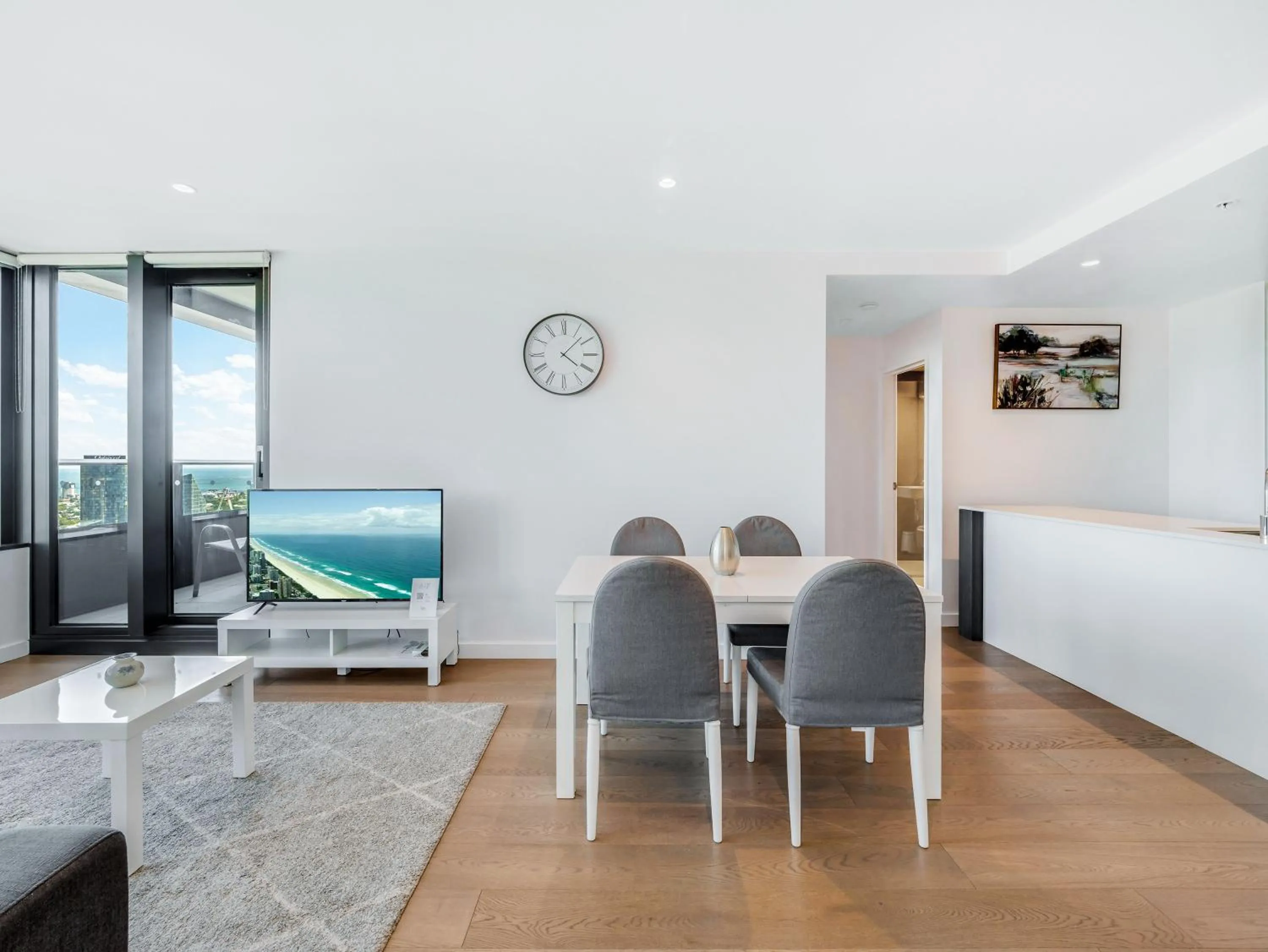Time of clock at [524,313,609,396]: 4:07
